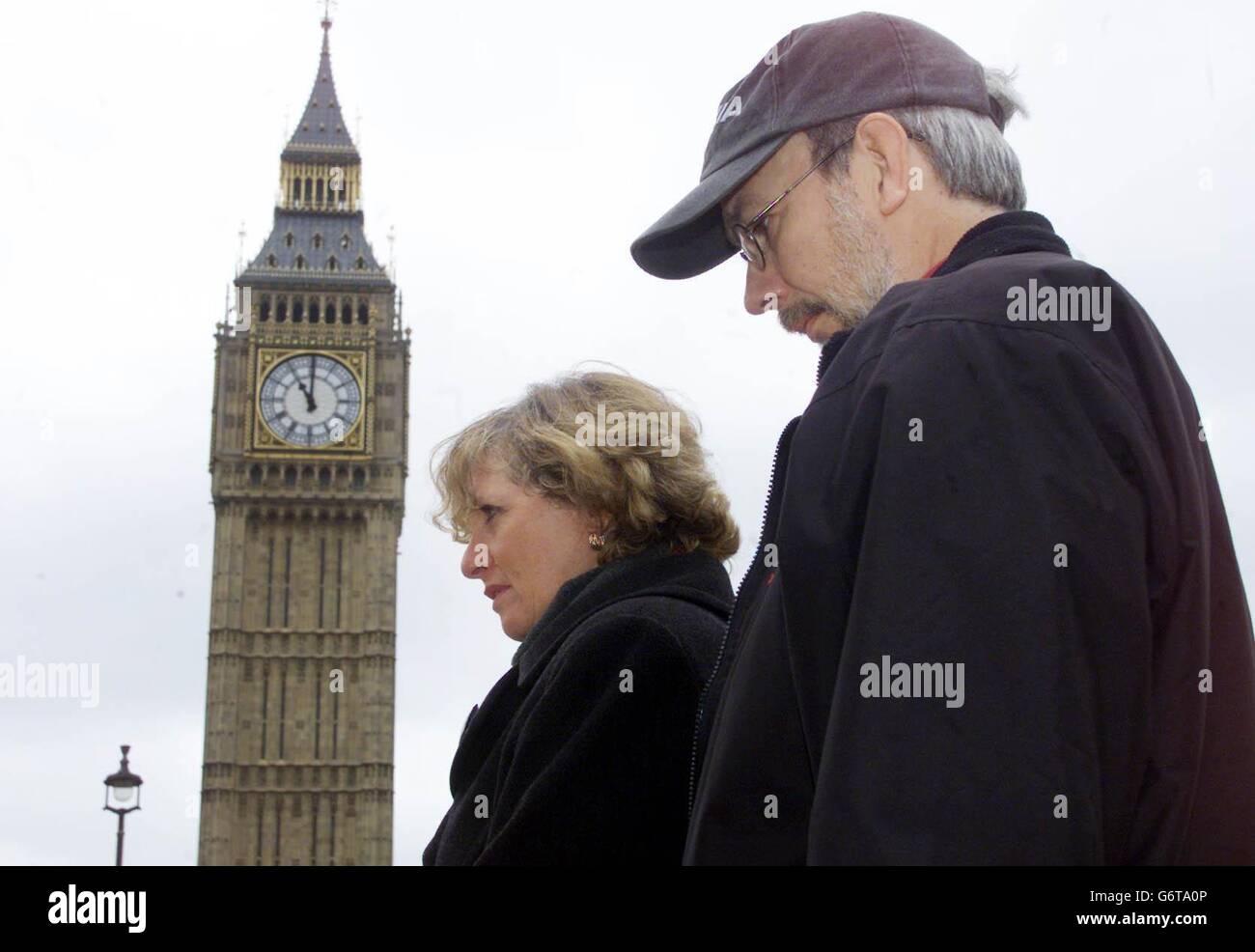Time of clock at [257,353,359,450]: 11:00
